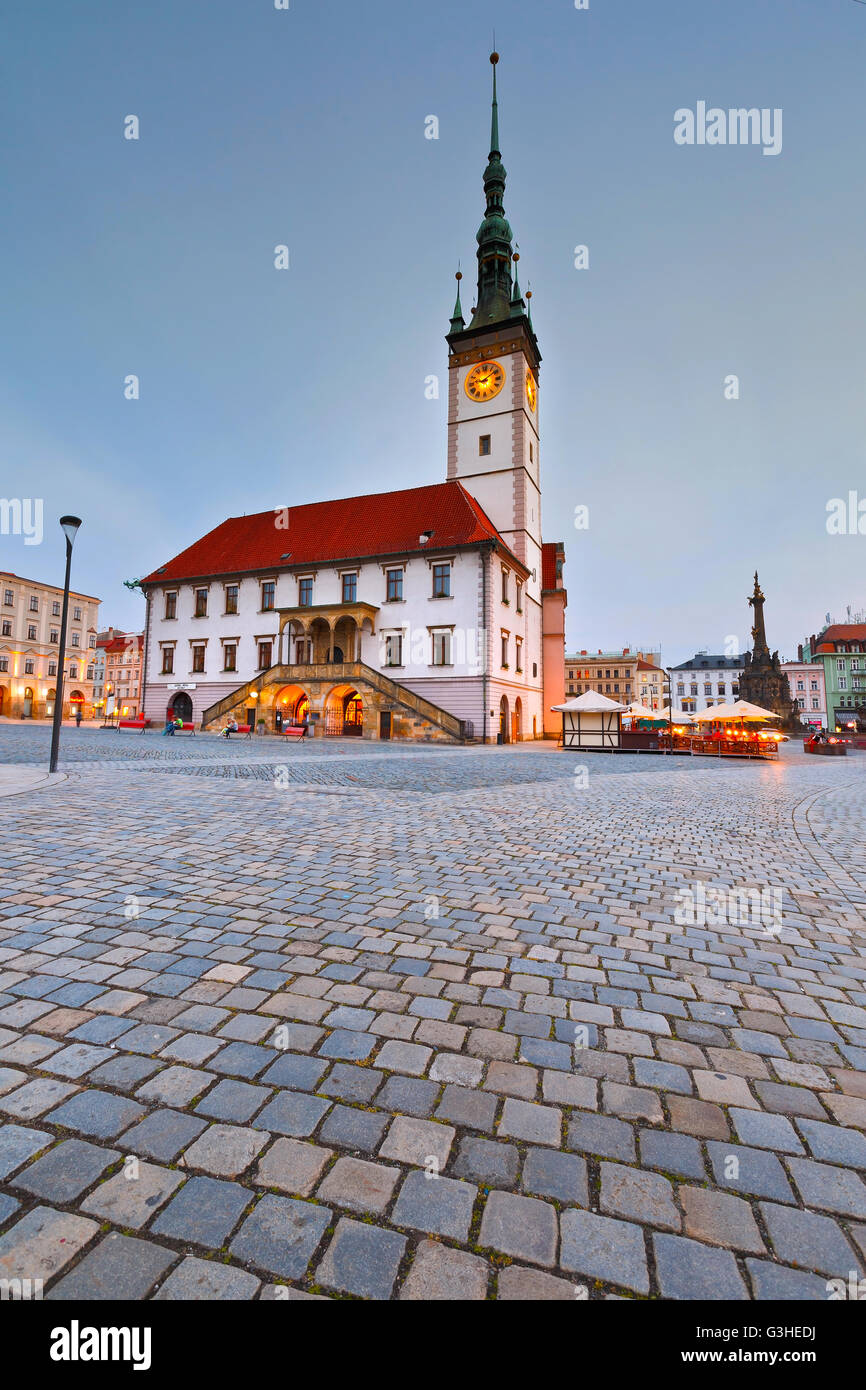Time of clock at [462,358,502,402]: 9:08
